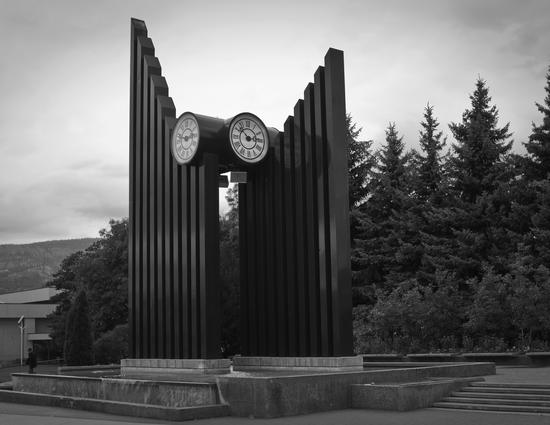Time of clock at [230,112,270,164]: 2:52
